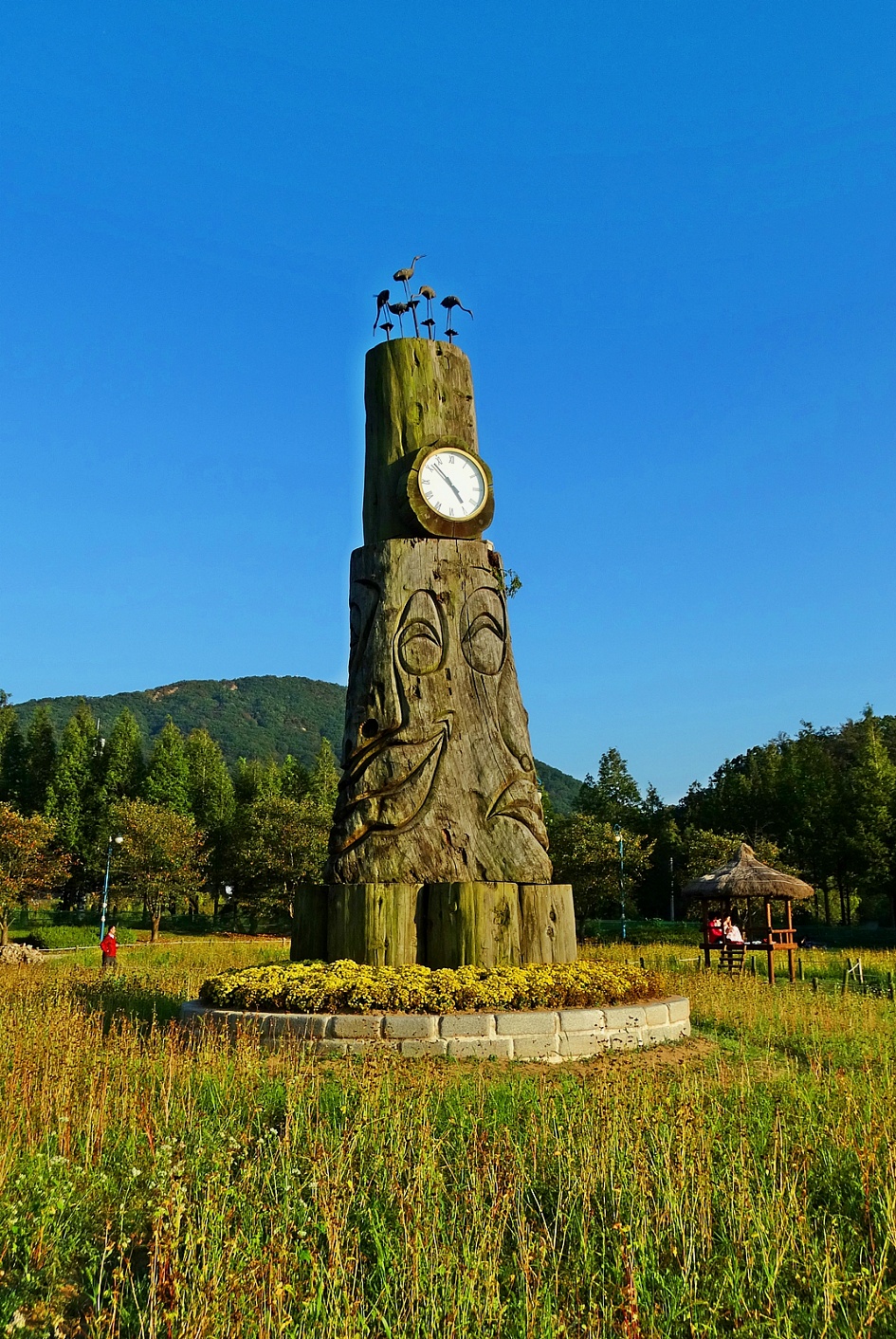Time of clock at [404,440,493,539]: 4:52
